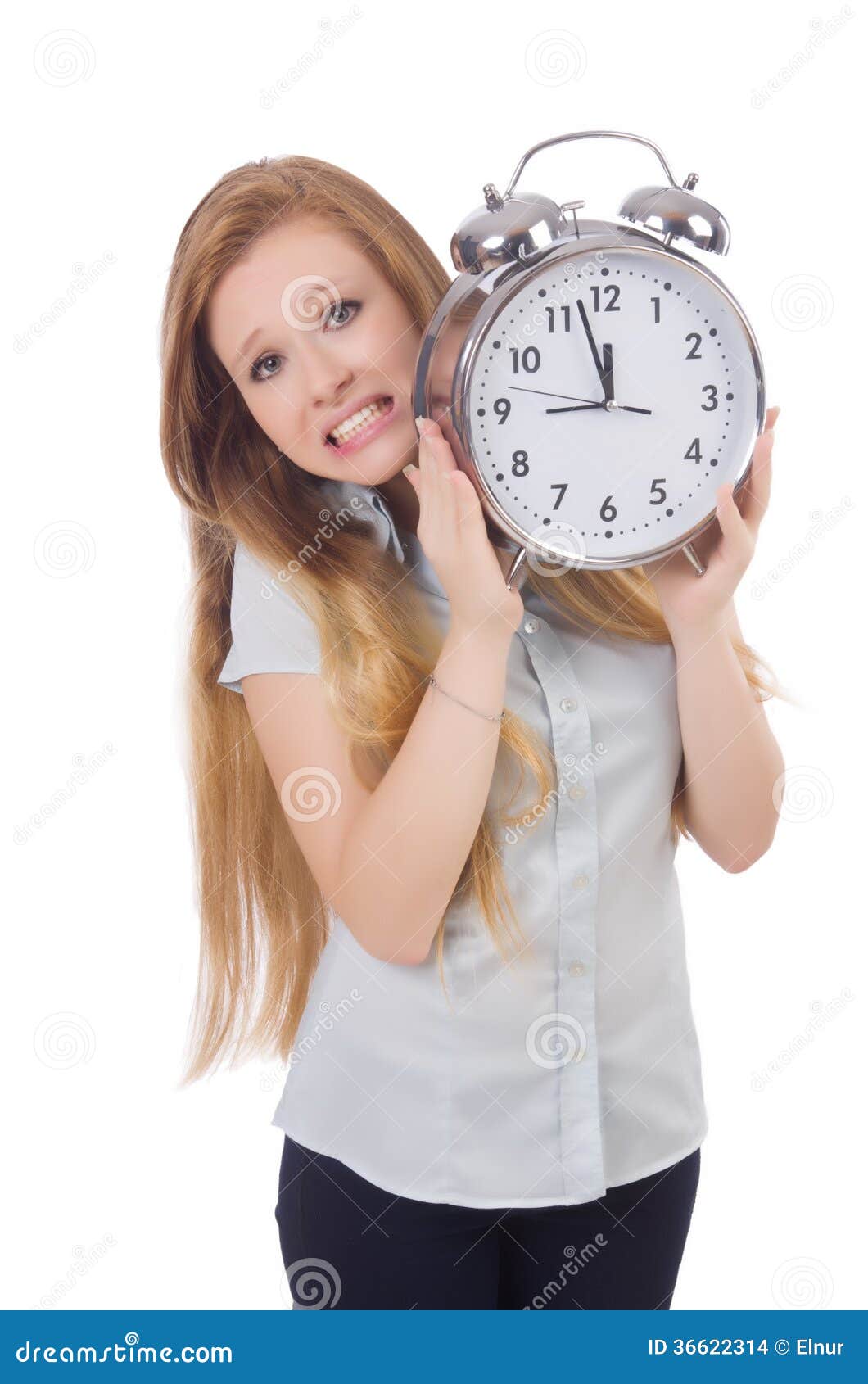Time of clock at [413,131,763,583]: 8:57
